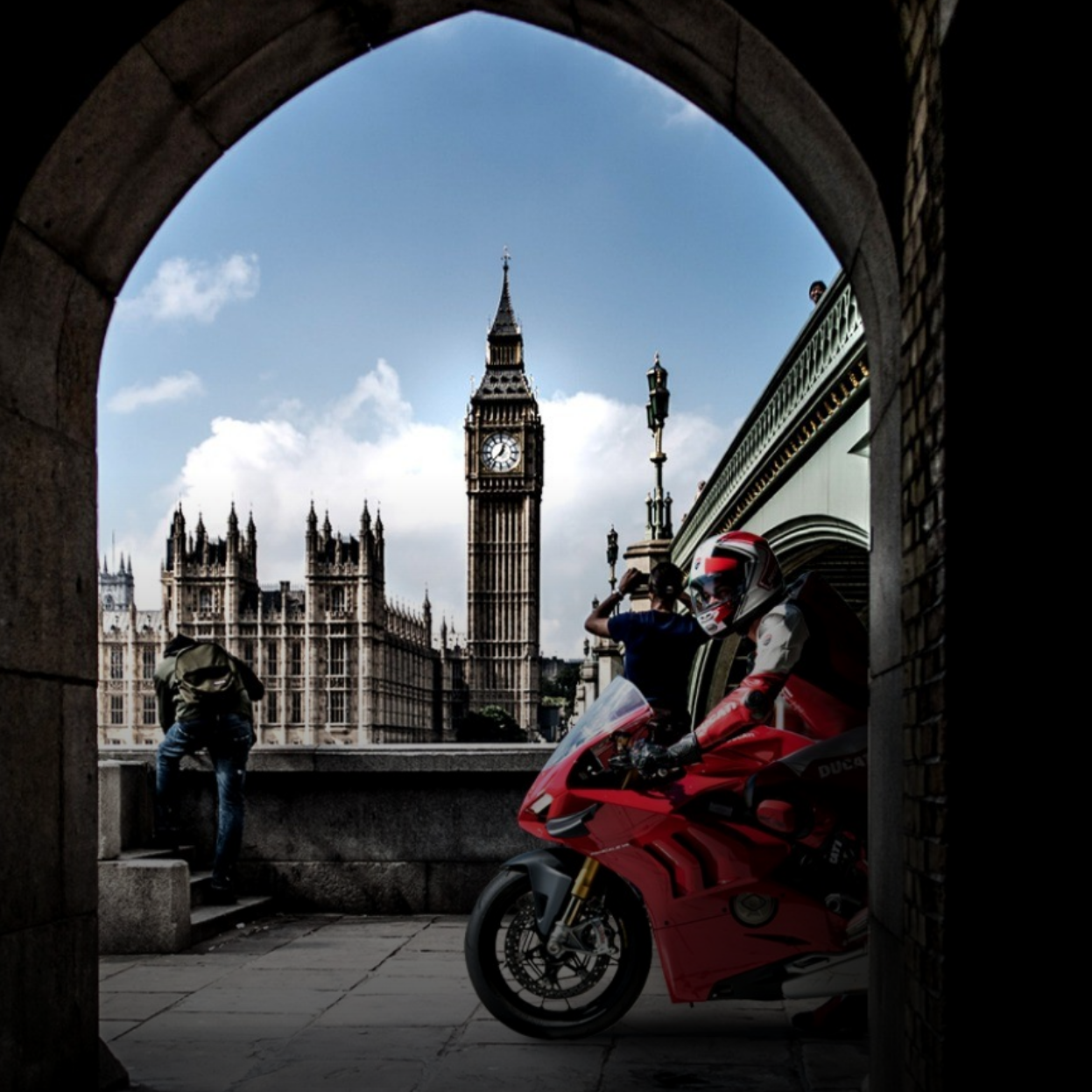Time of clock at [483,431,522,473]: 12:37
